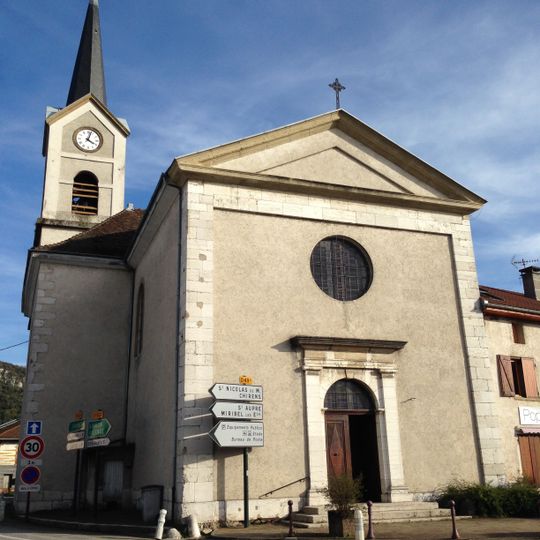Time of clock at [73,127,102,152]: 4:03
